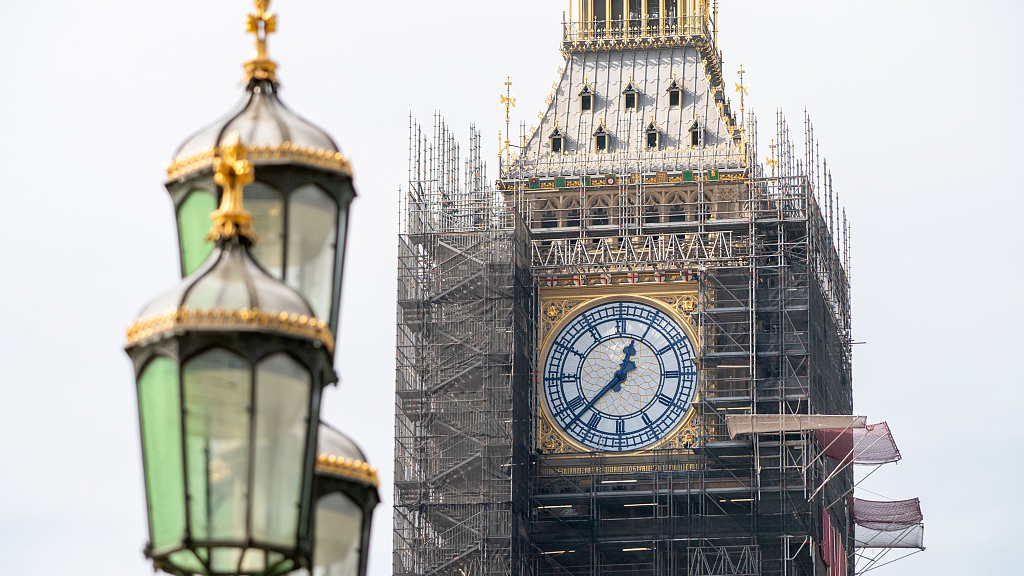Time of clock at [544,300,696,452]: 12:37
